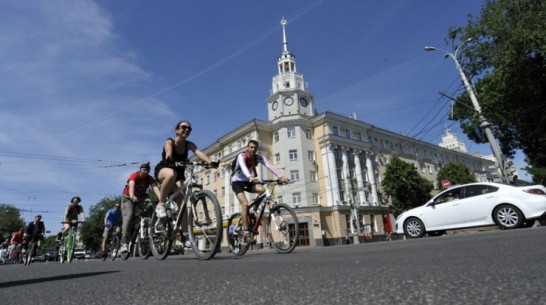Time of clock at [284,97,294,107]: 7:12
